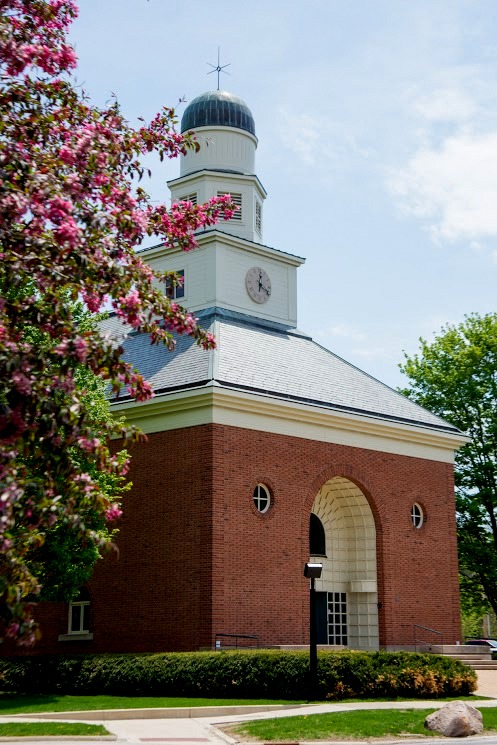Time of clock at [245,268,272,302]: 12:19
